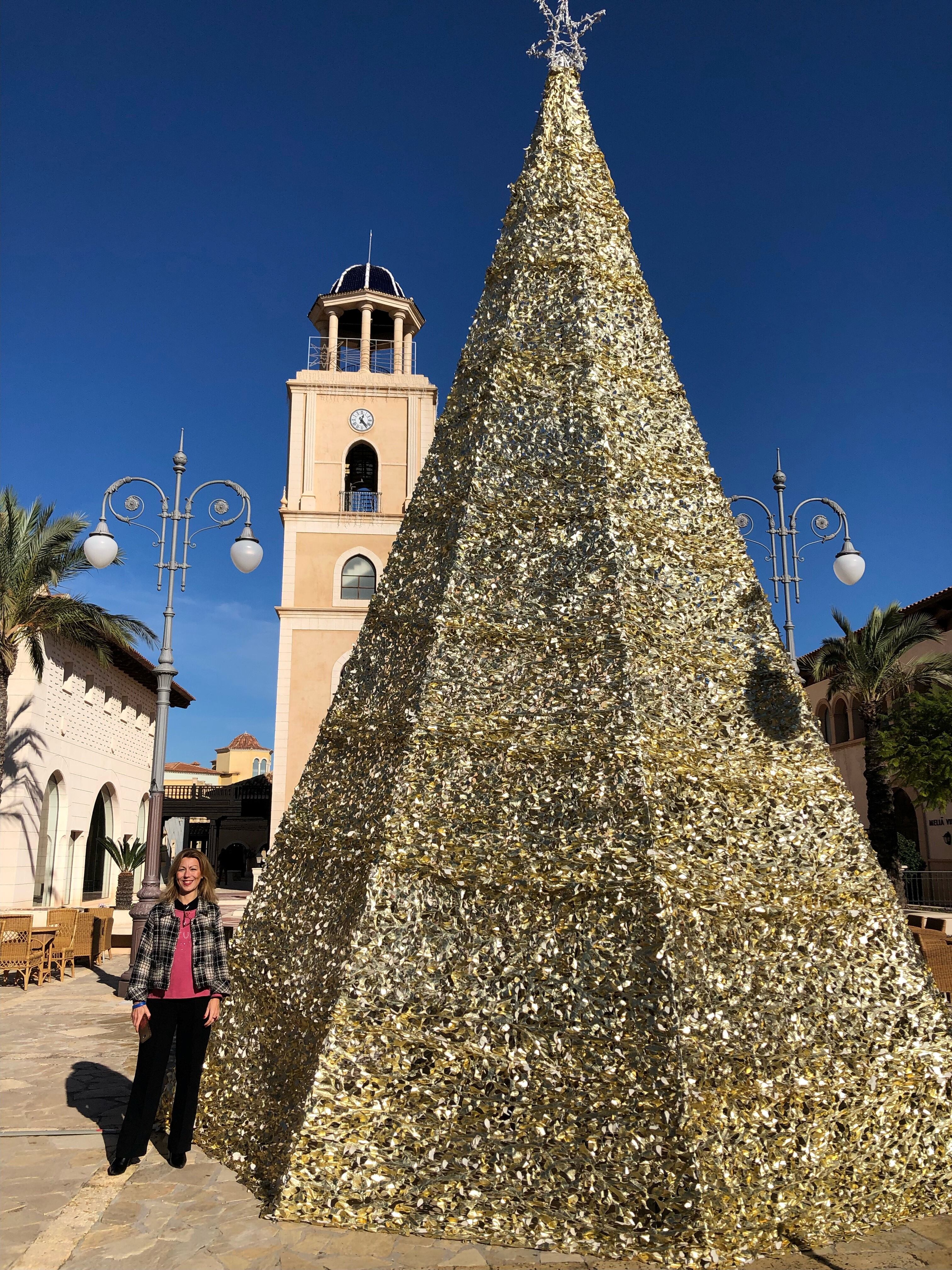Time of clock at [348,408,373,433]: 12:23
